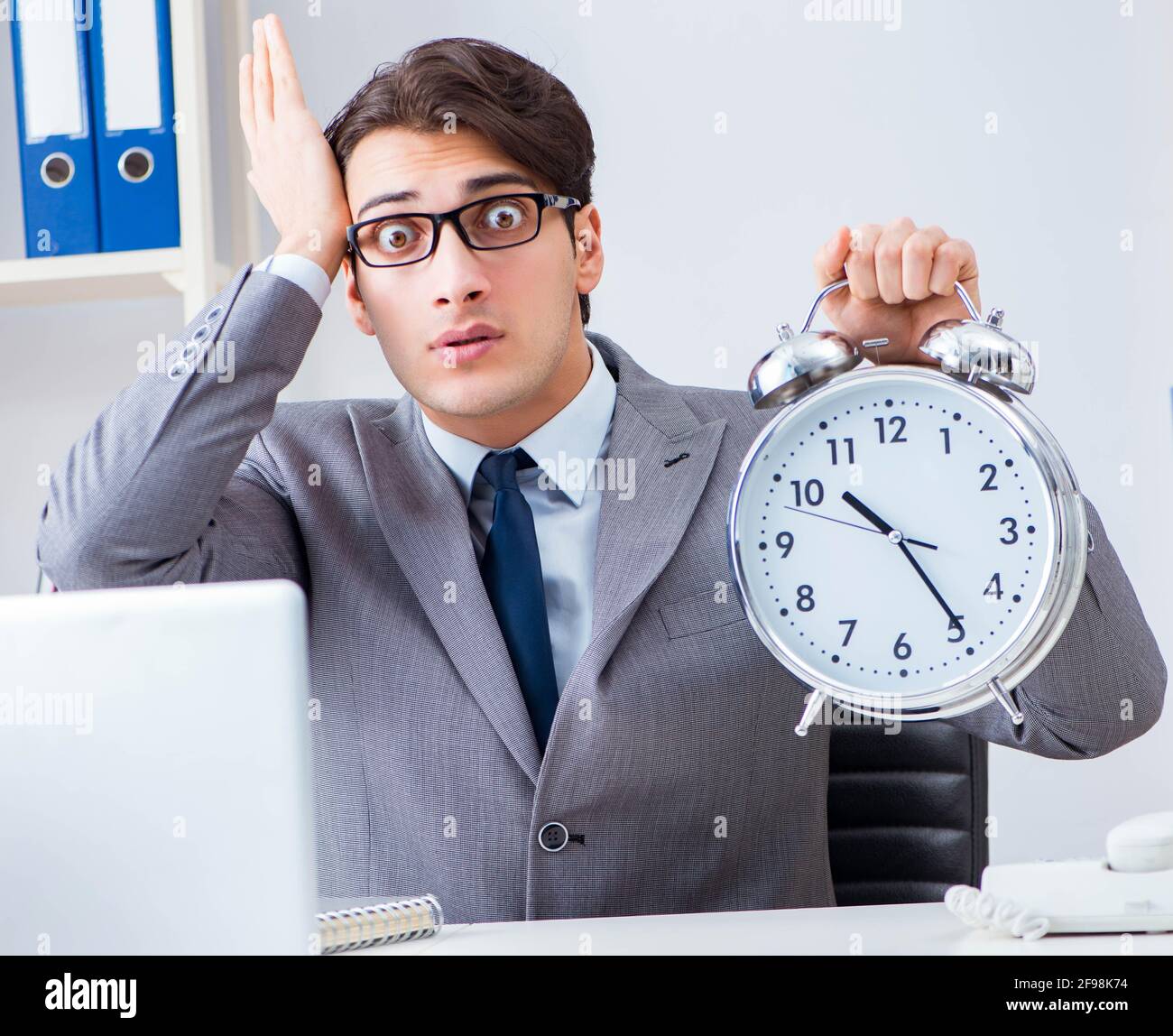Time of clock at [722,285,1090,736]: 10:24
